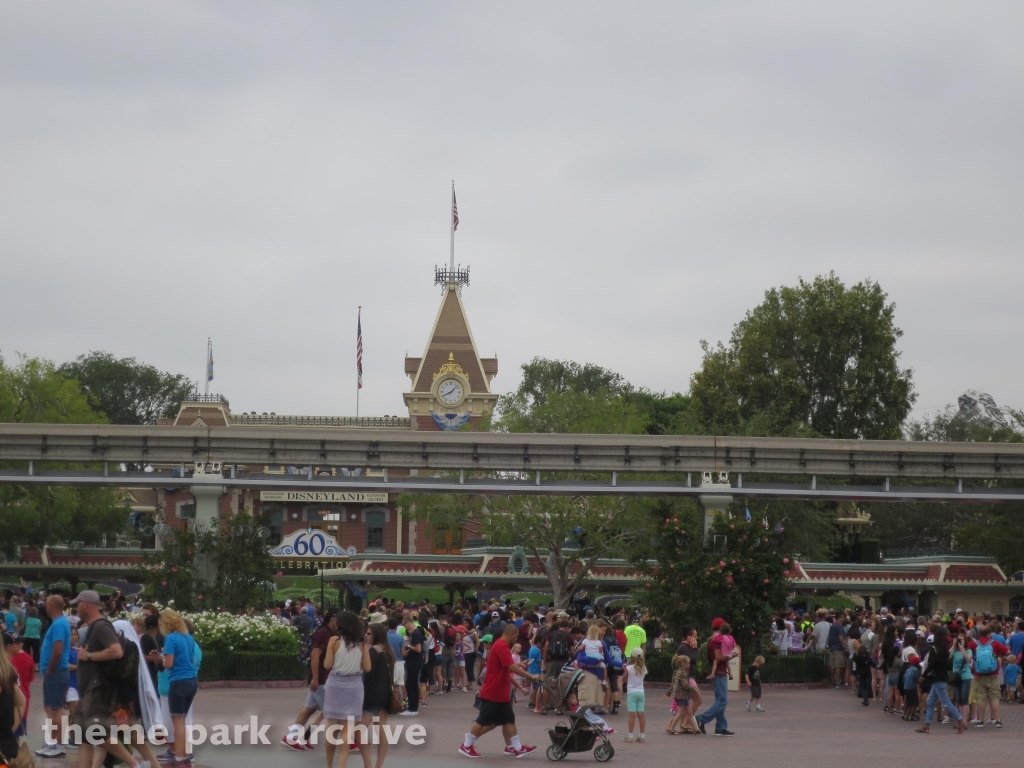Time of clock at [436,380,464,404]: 8:07
